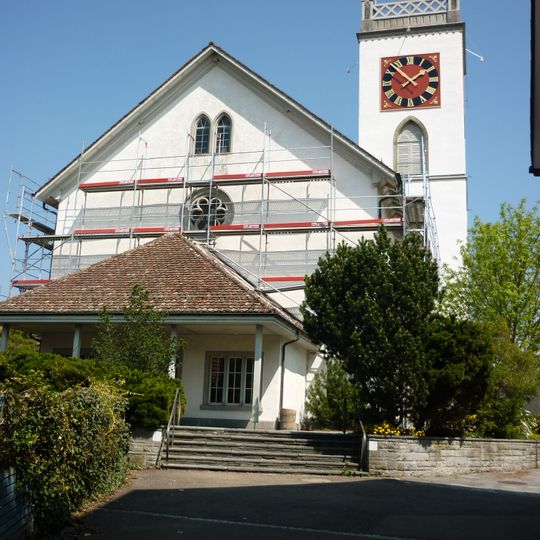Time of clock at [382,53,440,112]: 1:52
